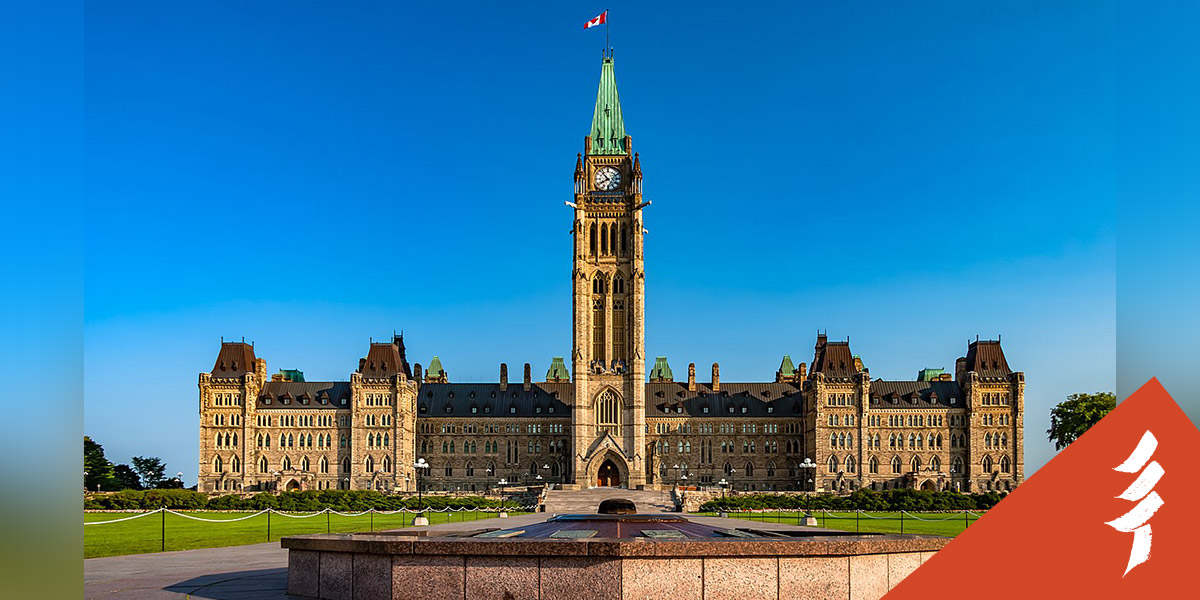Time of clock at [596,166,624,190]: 7:52
